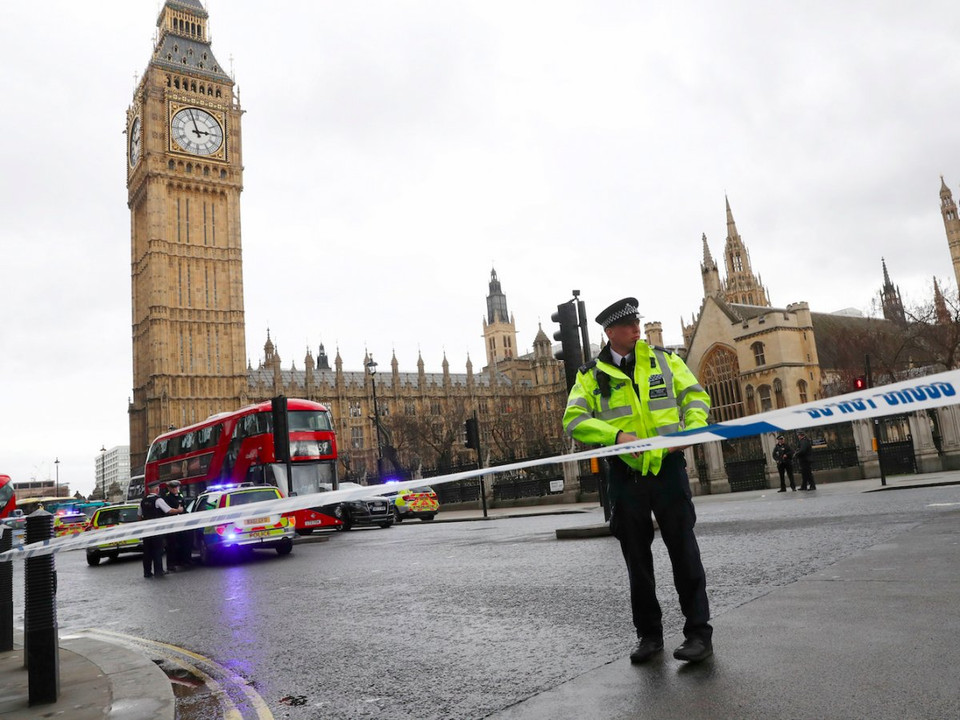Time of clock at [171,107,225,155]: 2:56
